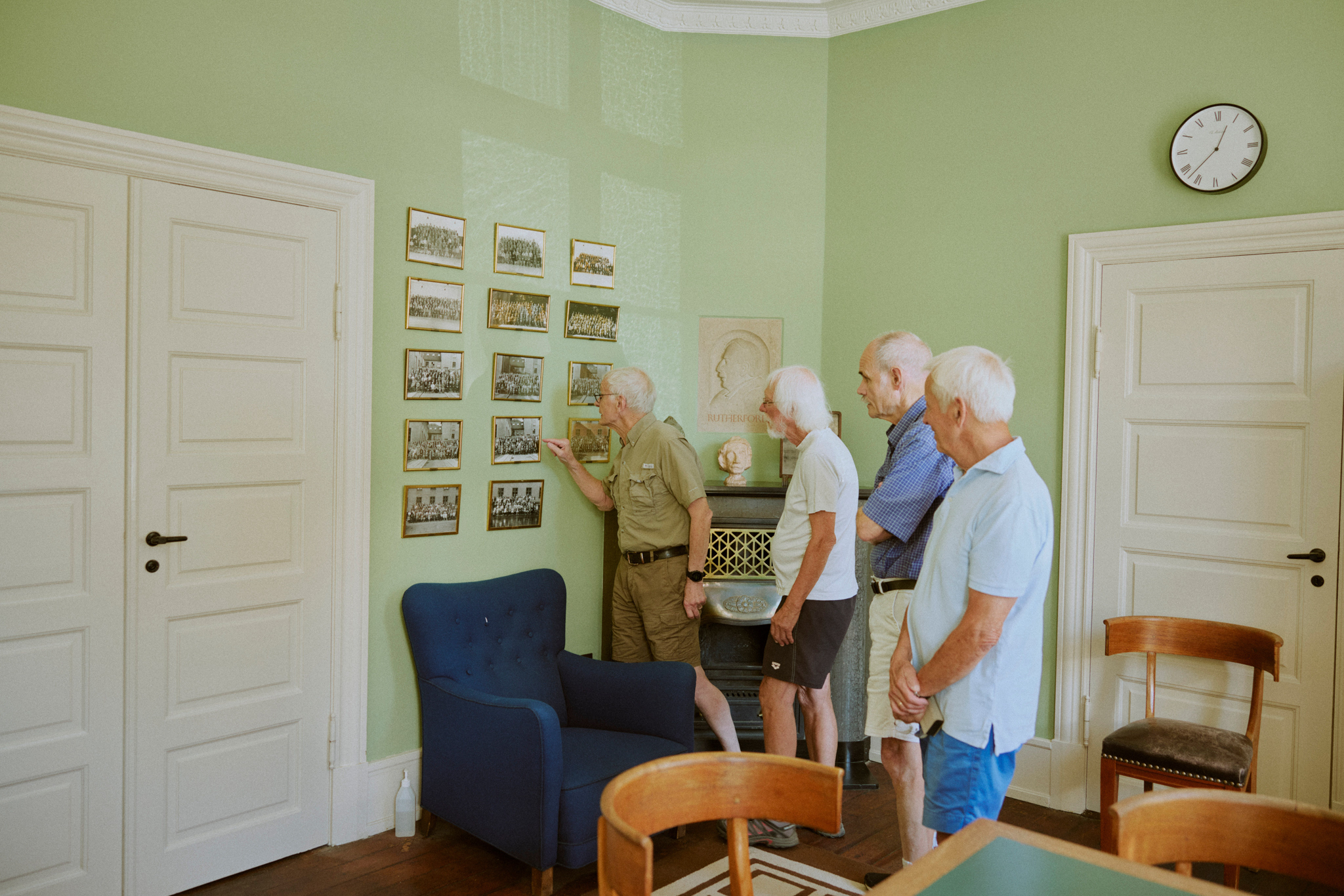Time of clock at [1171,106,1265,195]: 12:37
